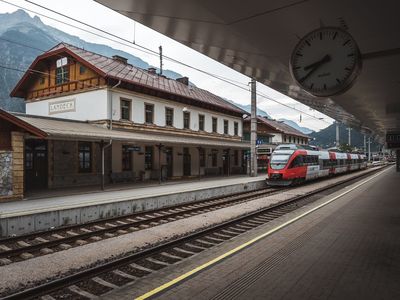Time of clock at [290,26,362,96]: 8:39
